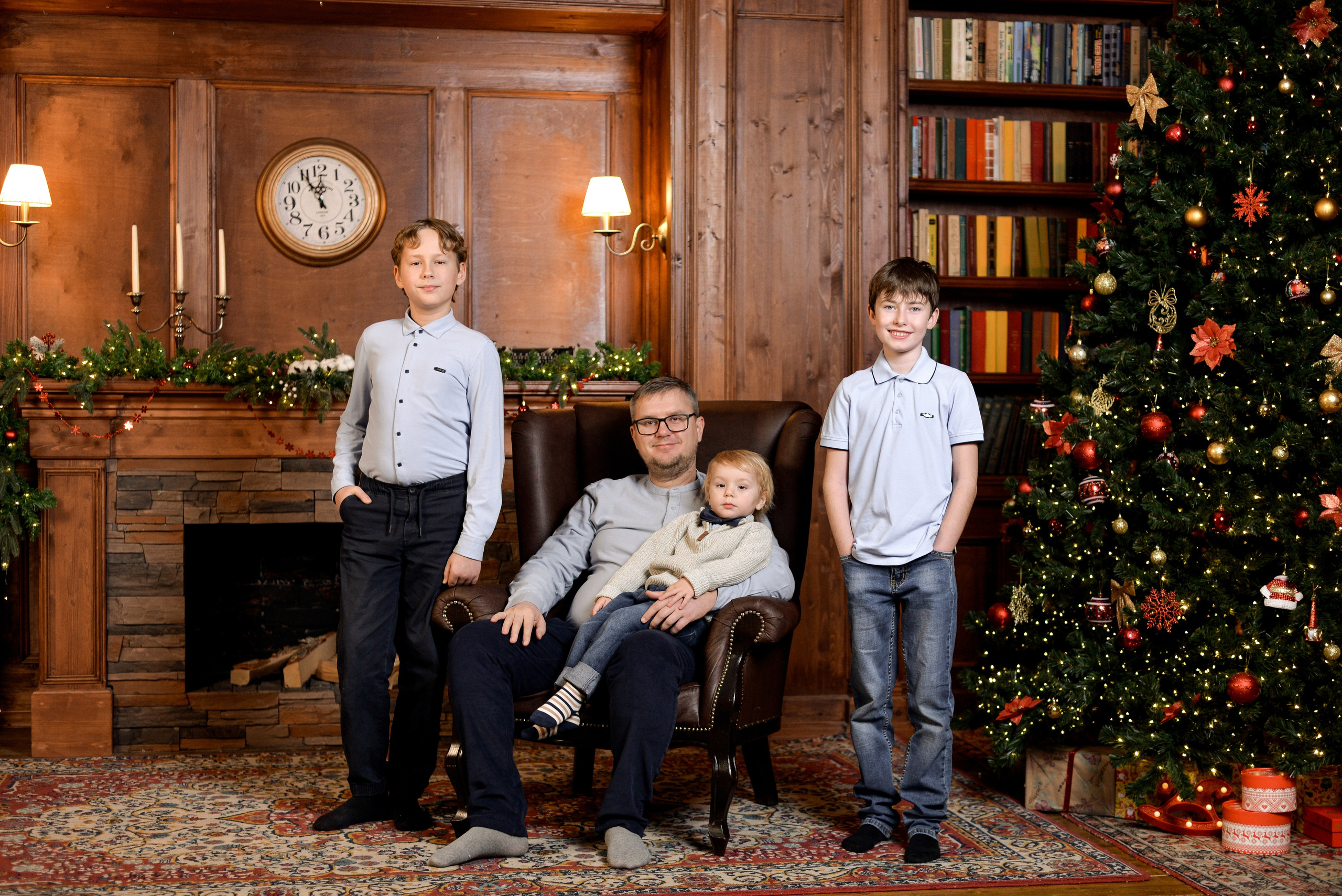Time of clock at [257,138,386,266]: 11:00
